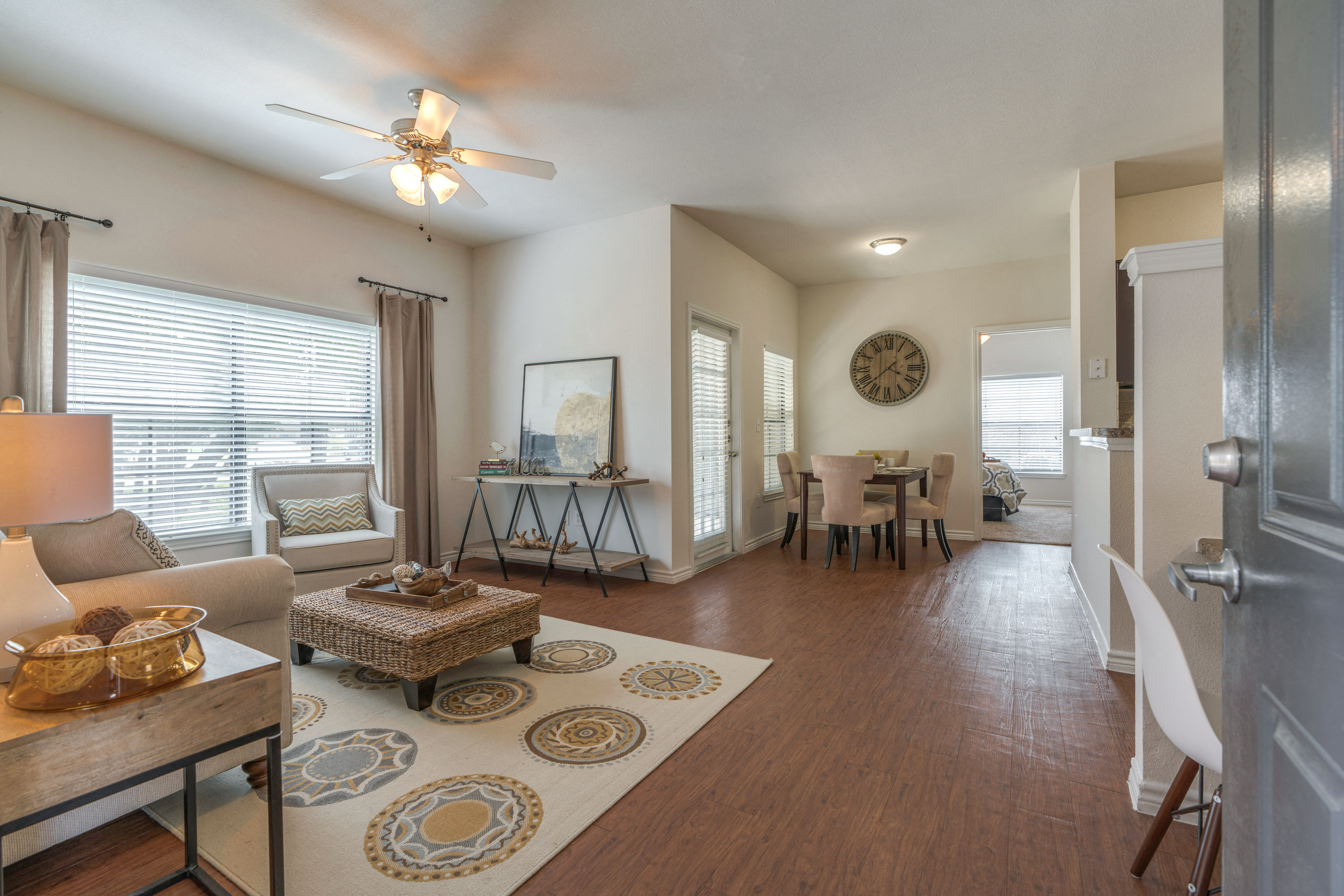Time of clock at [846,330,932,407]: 3:38
